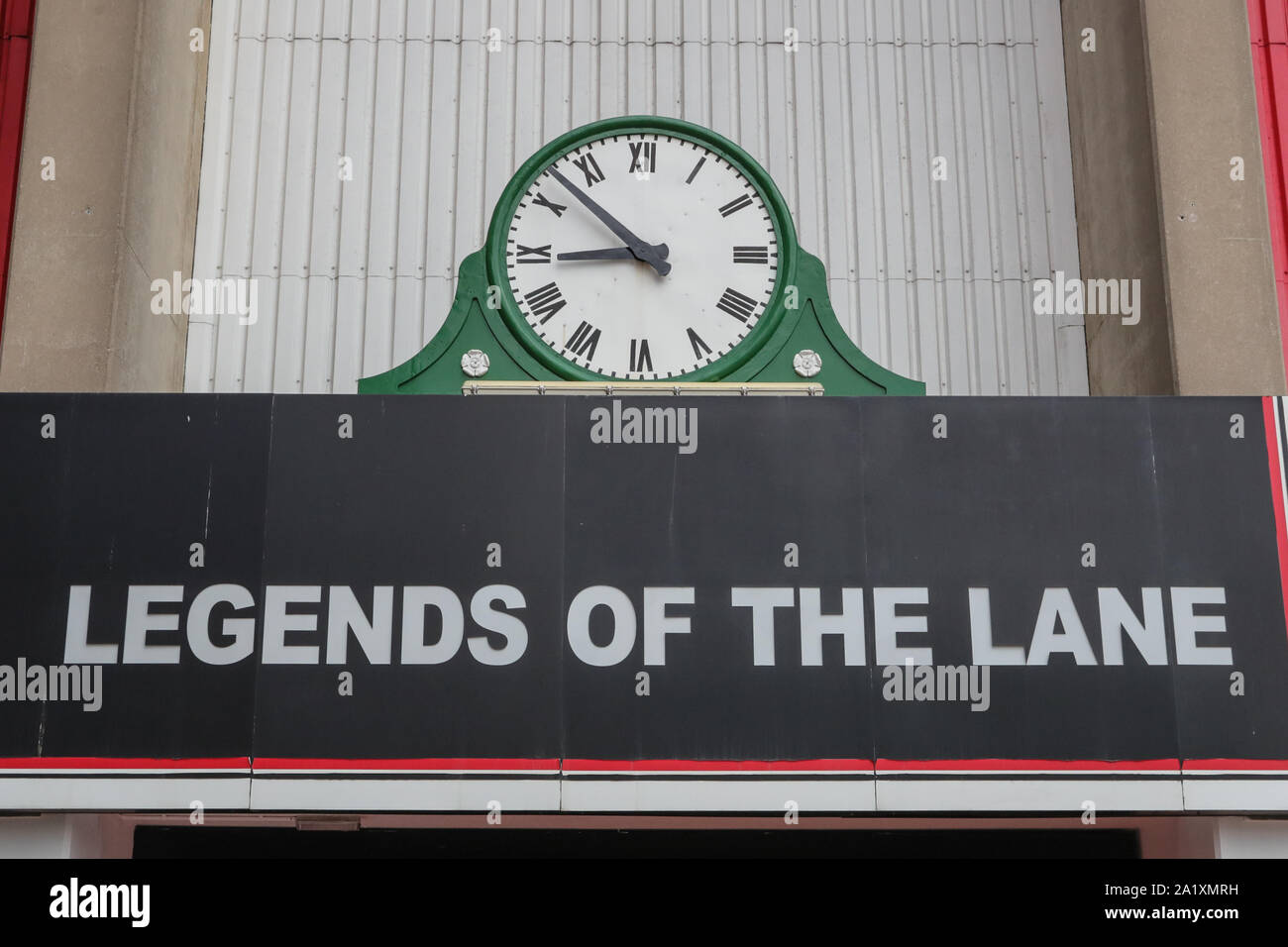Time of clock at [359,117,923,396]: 8:52
